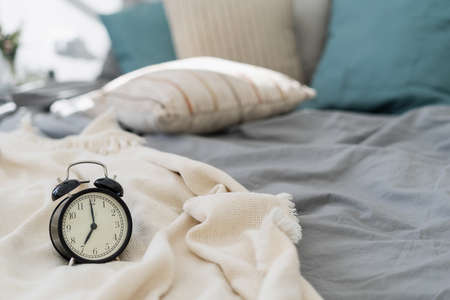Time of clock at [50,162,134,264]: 6:59
